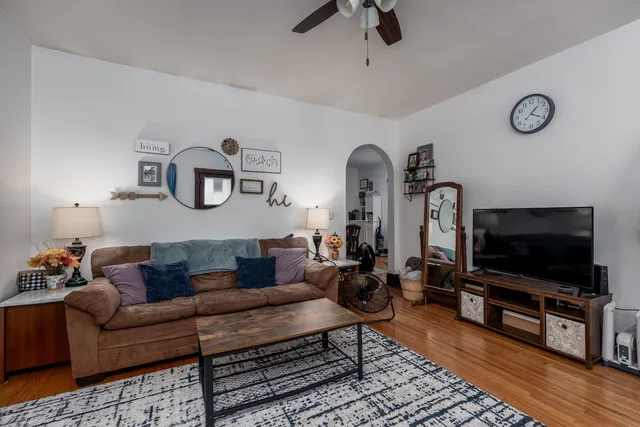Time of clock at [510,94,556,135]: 4:07
